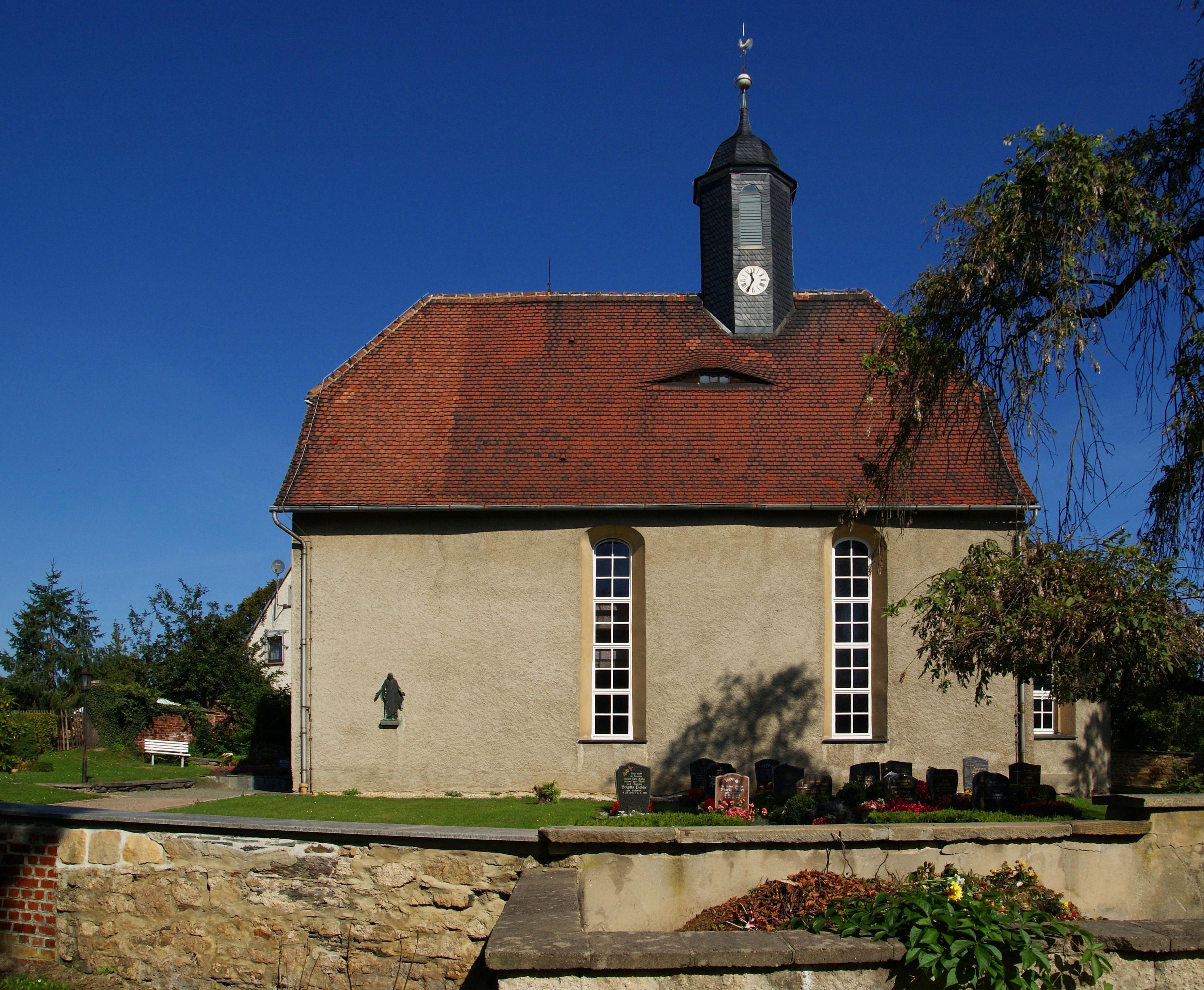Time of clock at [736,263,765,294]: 11:34
